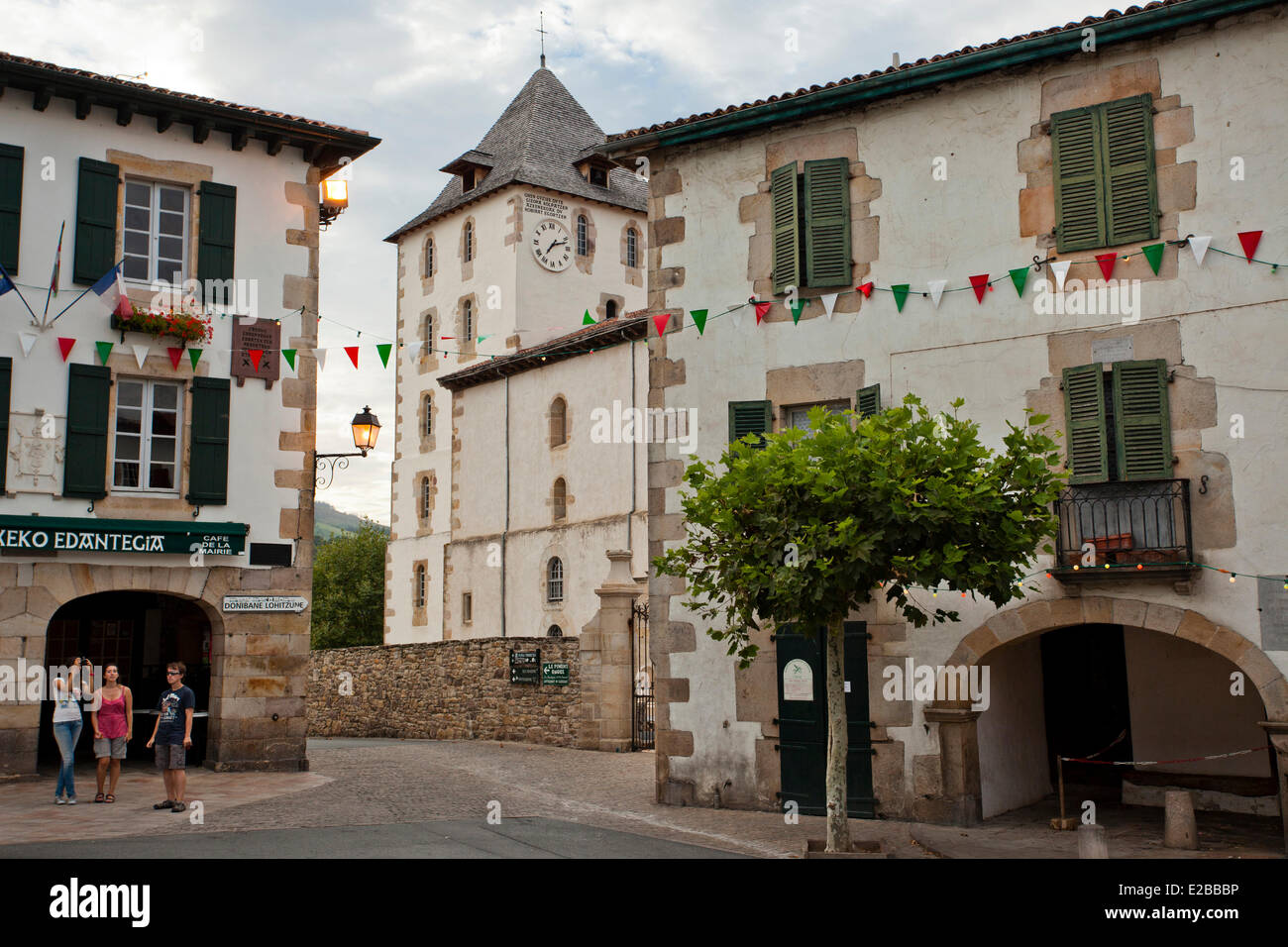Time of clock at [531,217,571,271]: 7:12
